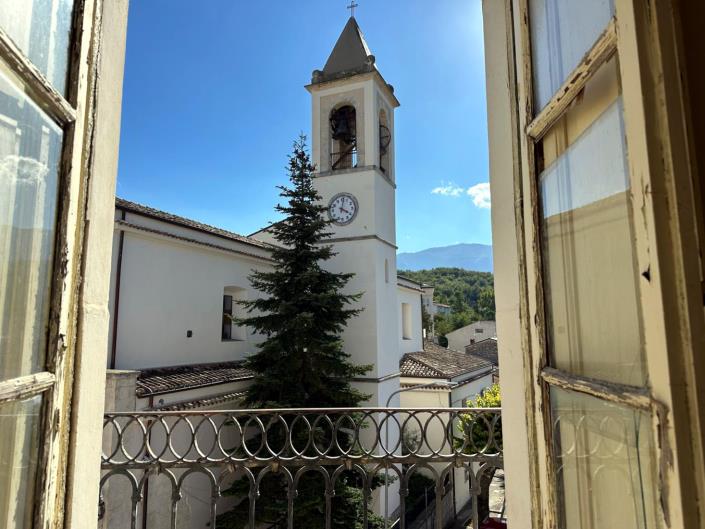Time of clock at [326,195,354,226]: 4:01
